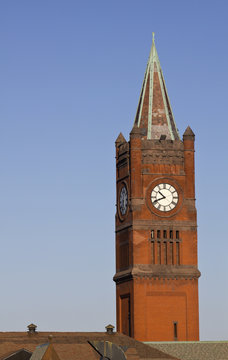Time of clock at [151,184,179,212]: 10:41
